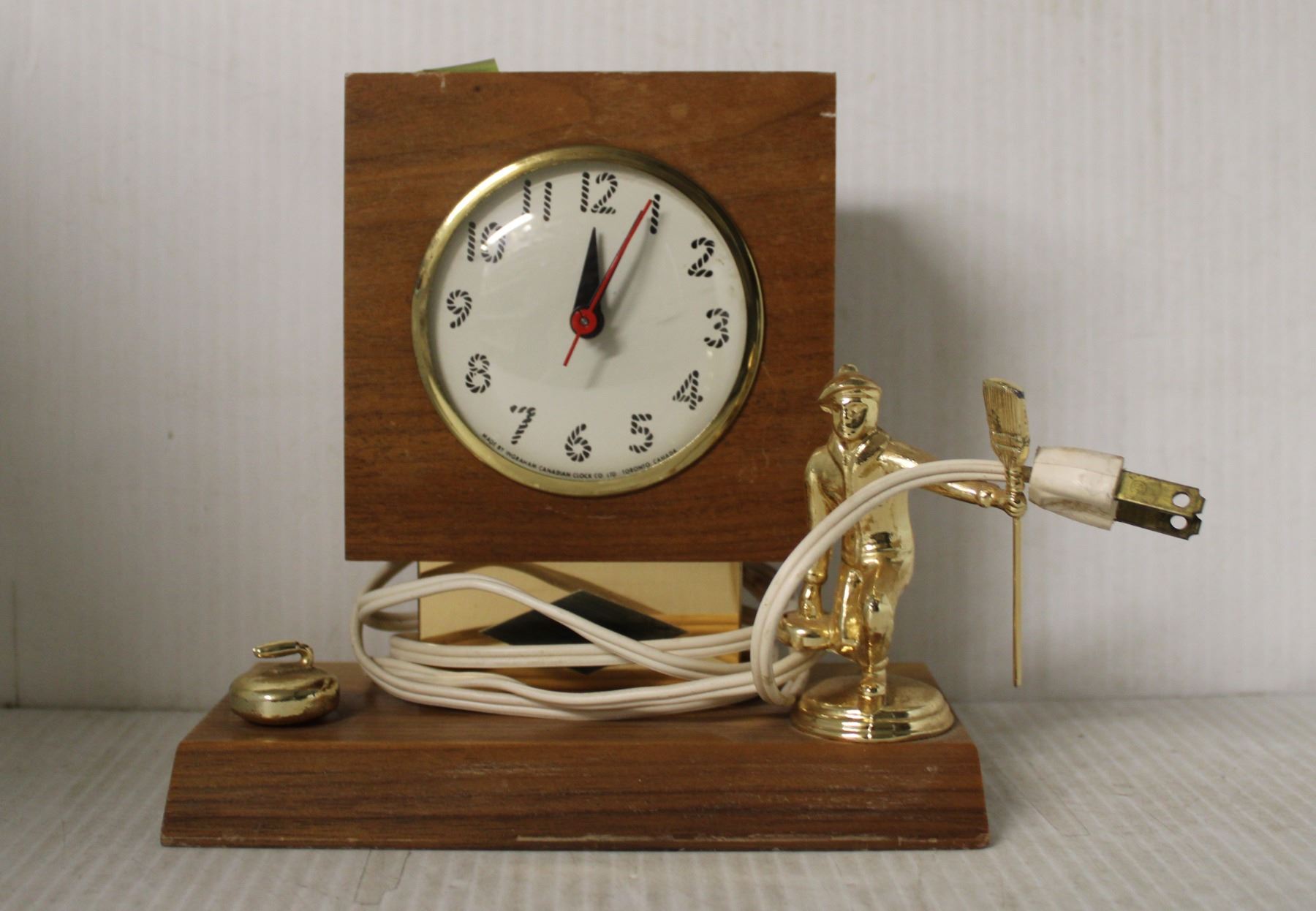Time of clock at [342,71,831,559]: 12:04
